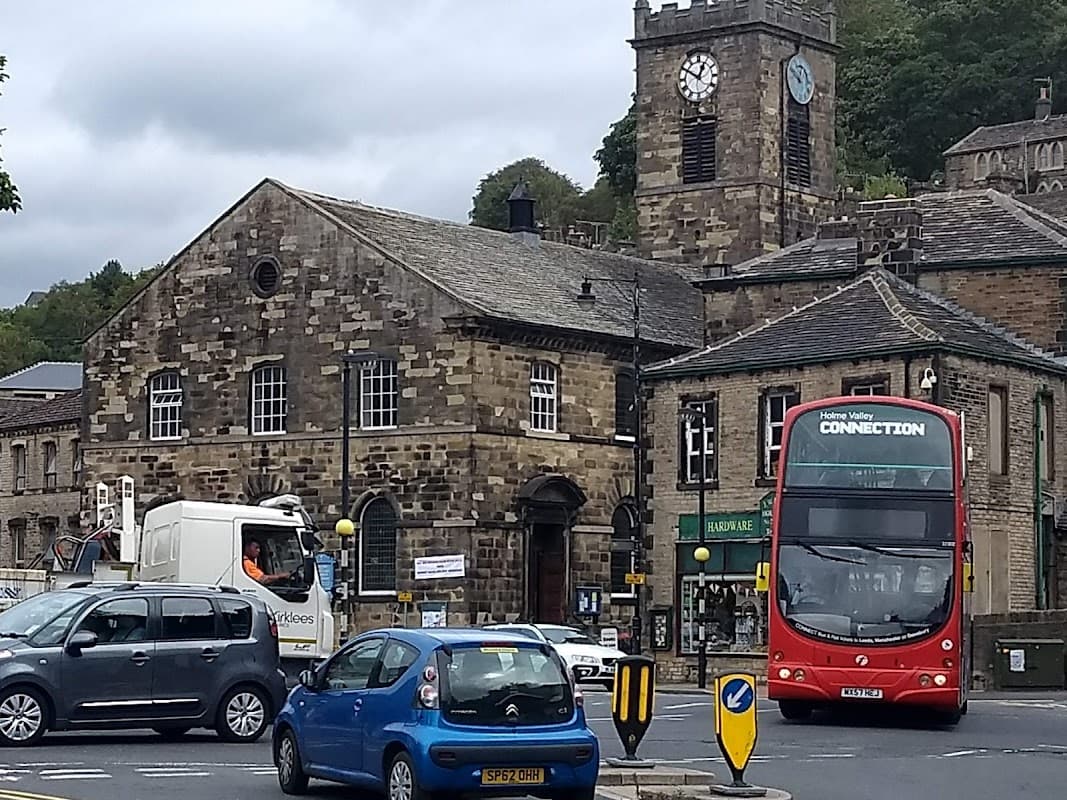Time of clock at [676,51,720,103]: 12:50
